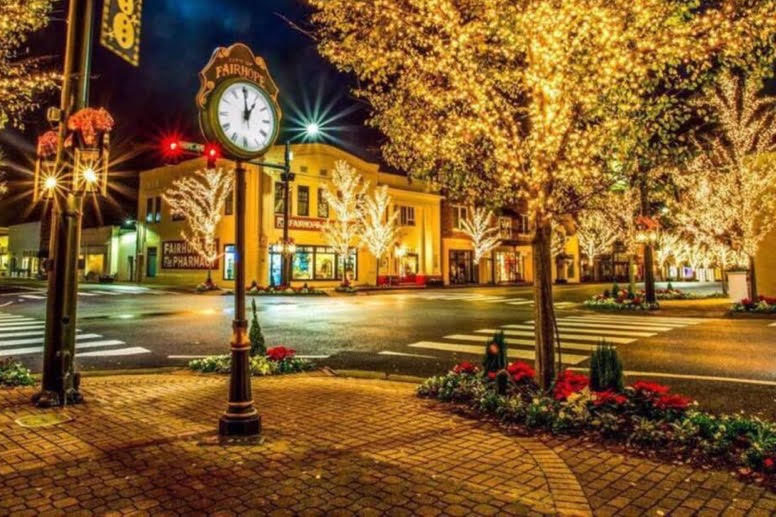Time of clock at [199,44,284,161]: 1:00
